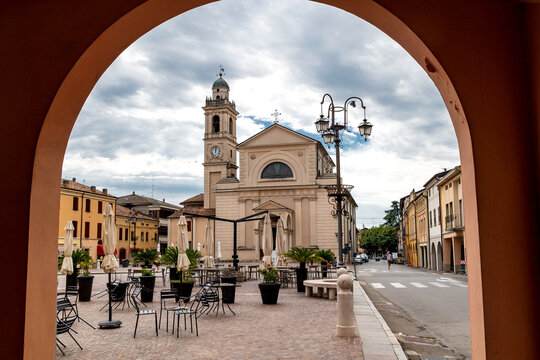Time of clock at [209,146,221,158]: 12:02
